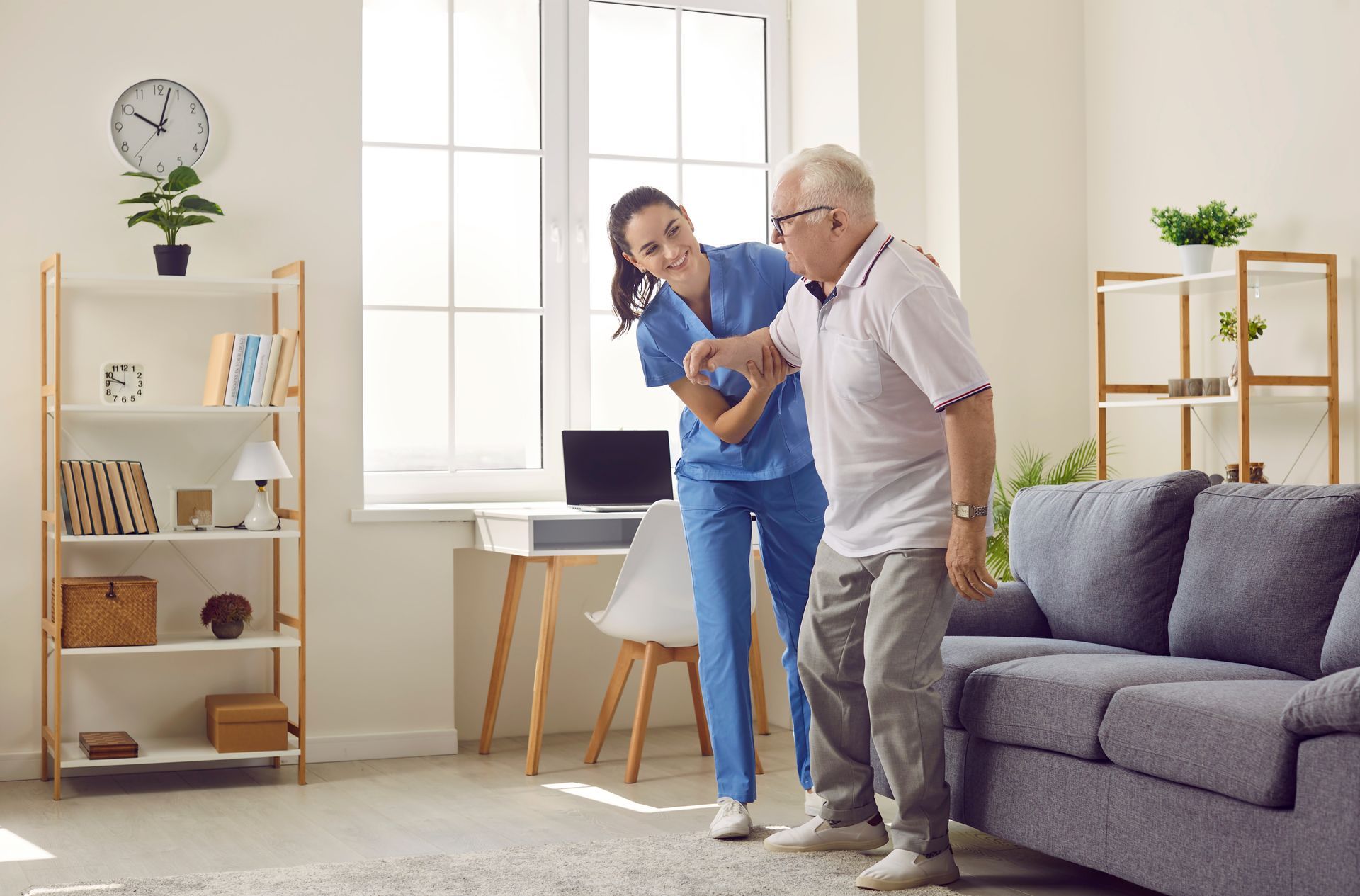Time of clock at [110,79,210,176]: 10:02
